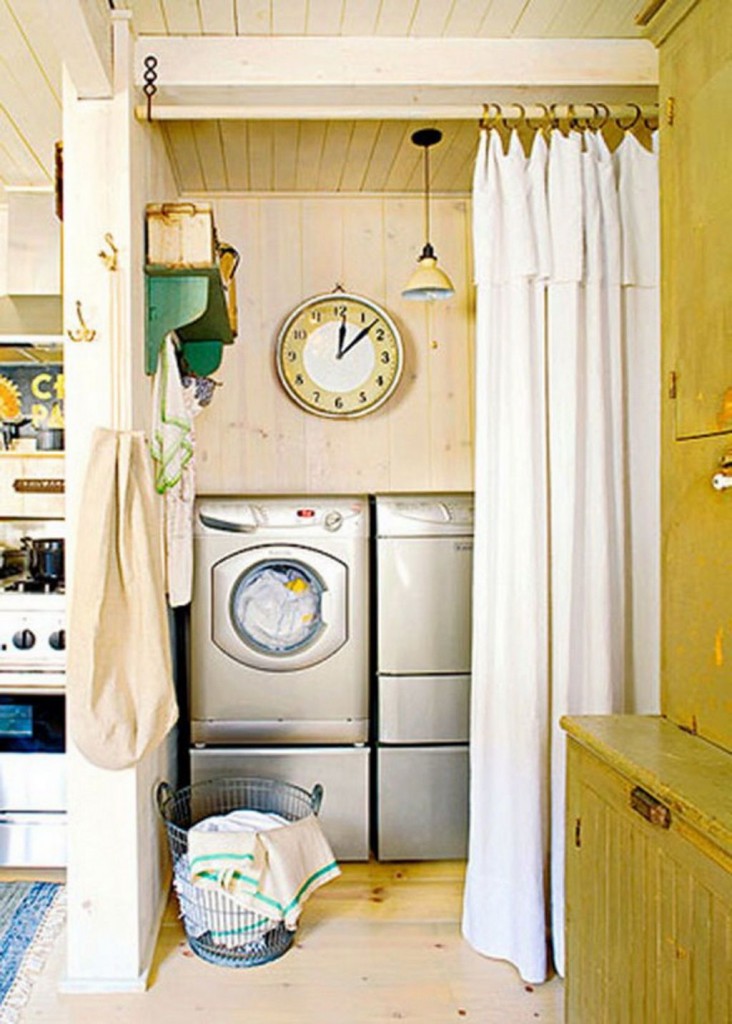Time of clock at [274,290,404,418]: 12:07
